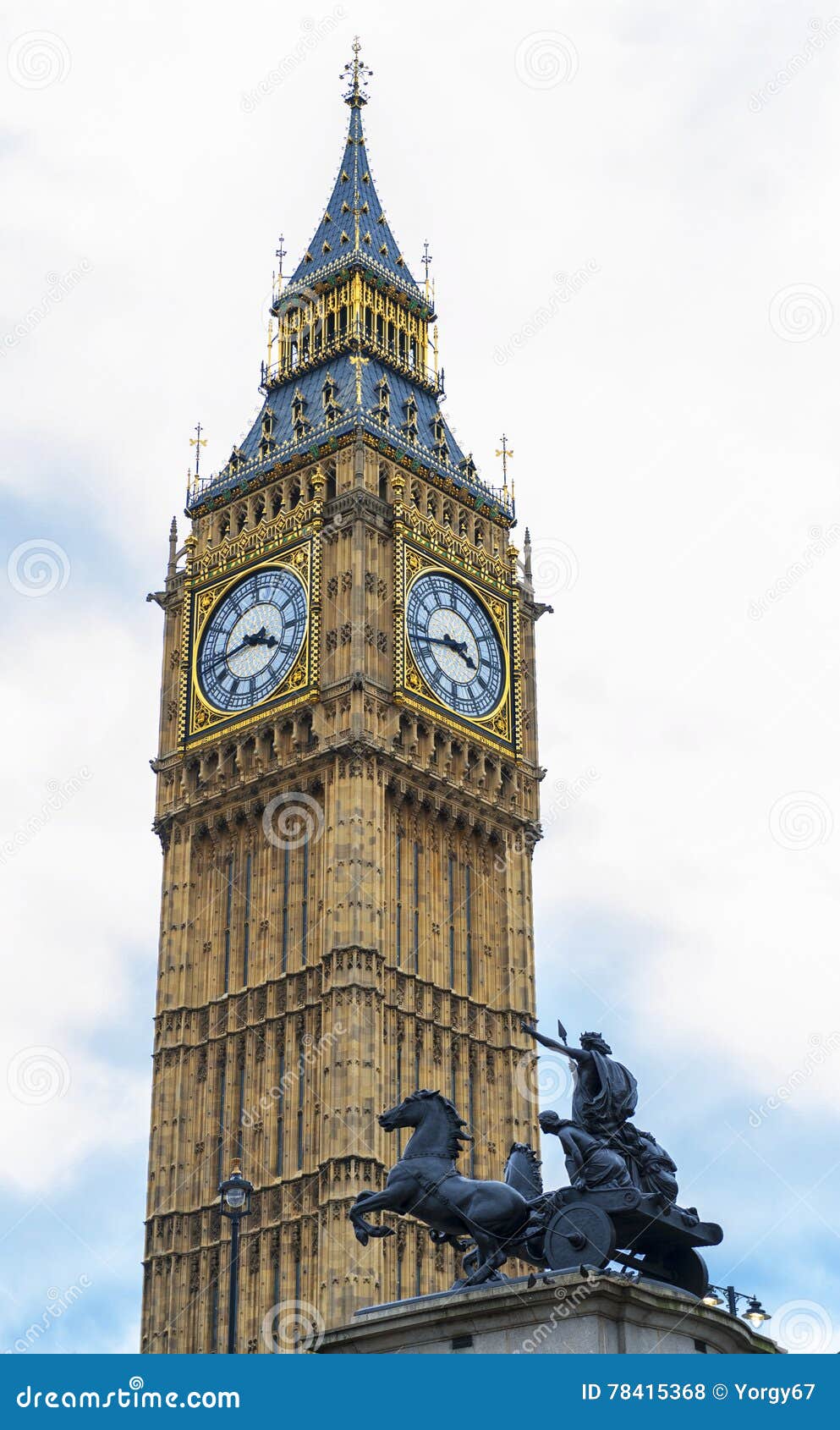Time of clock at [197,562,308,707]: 3:43
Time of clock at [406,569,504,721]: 3:42
